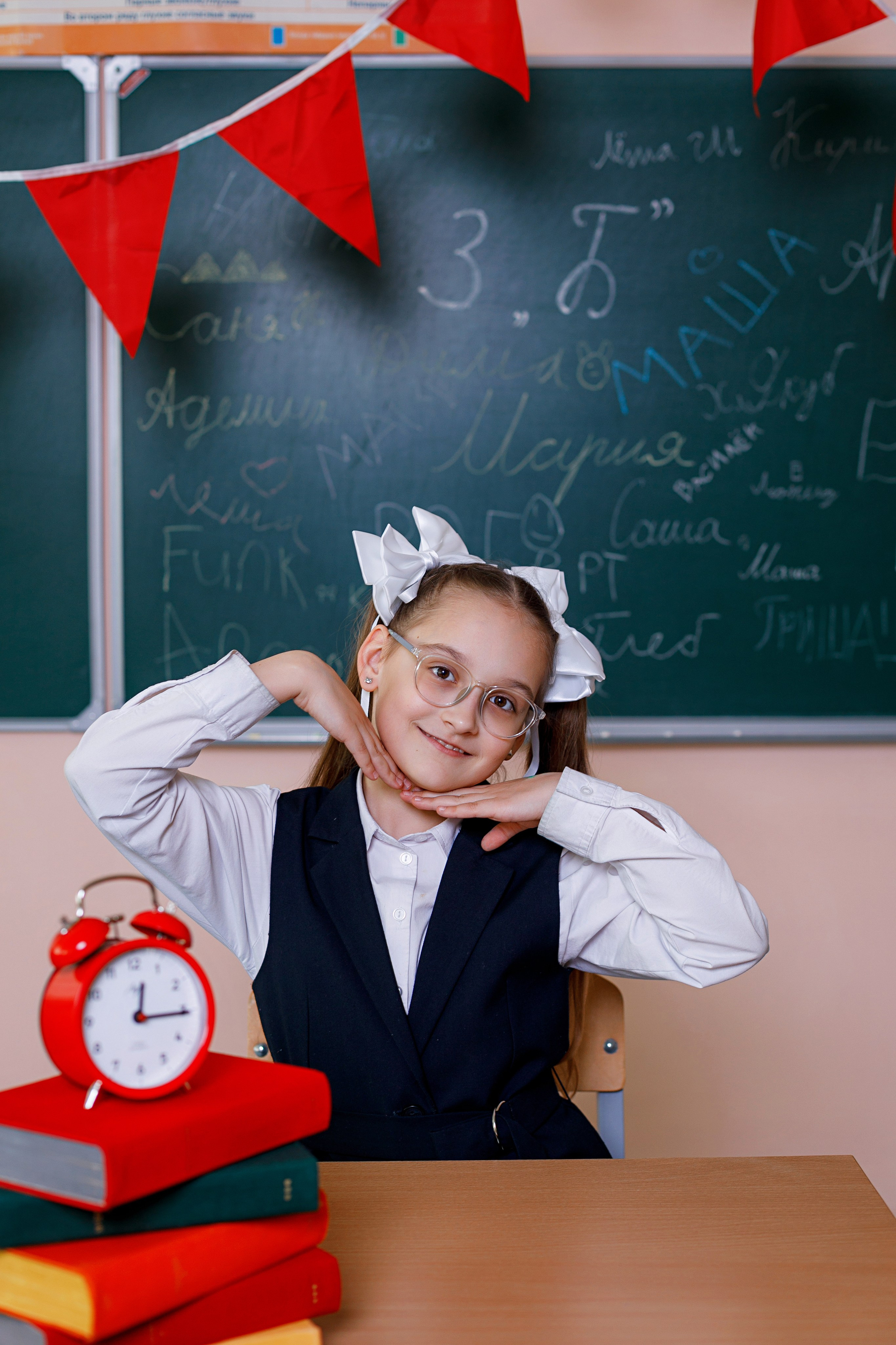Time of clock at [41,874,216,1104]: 12:15
